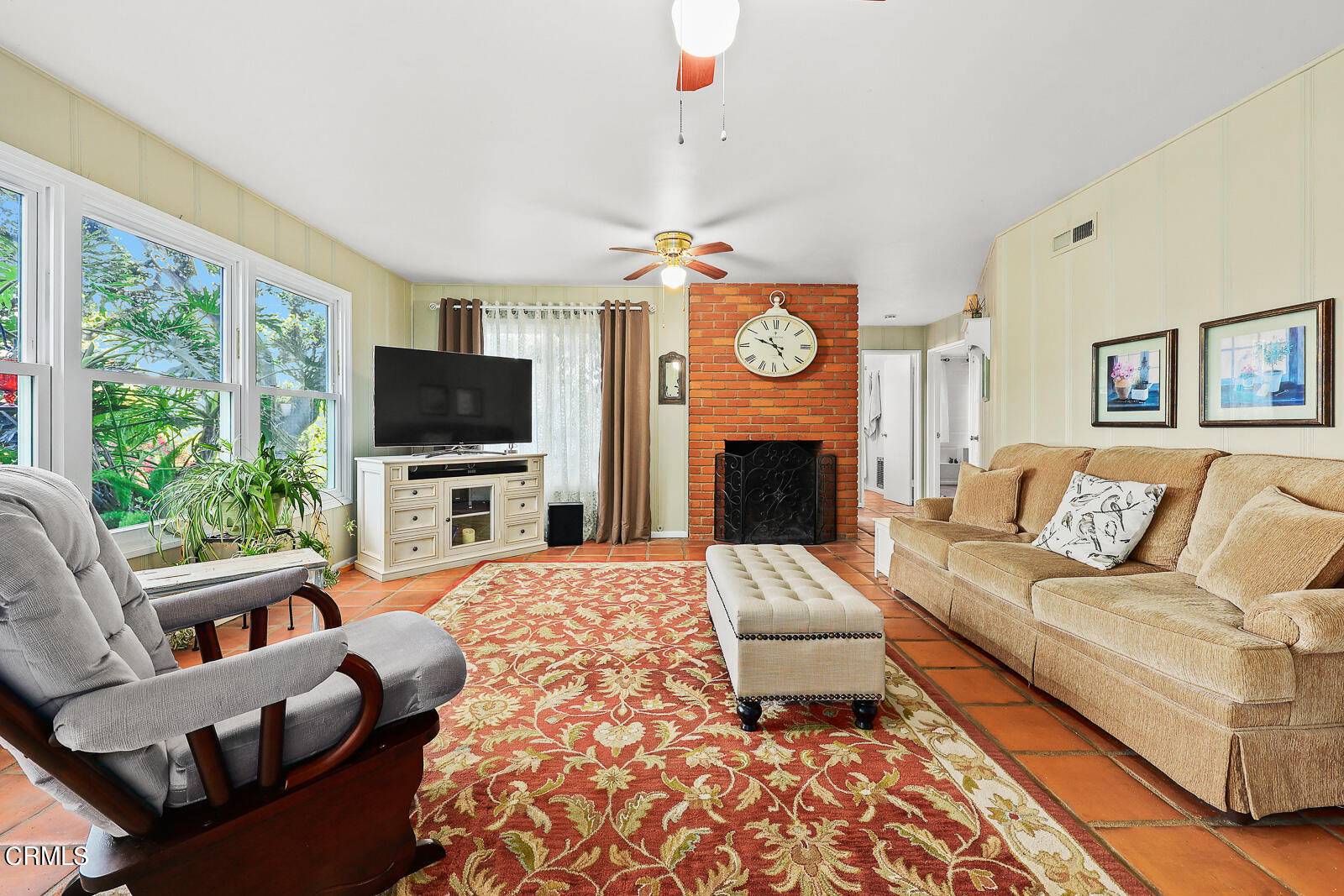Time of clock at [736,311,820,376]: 4:48
